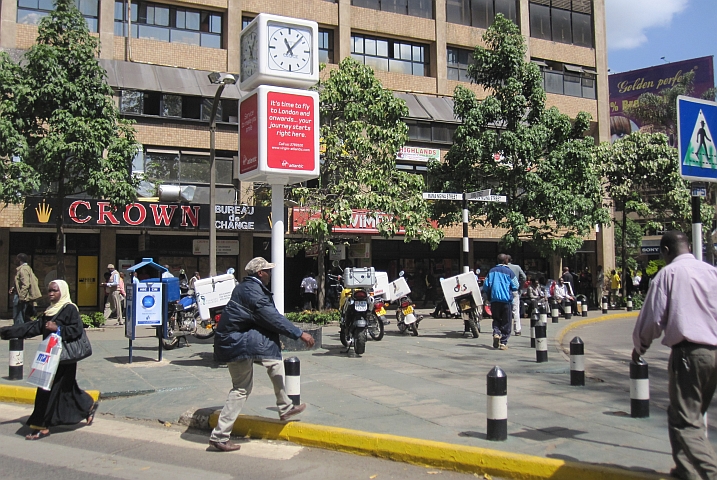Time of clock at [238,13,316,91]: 11:07
